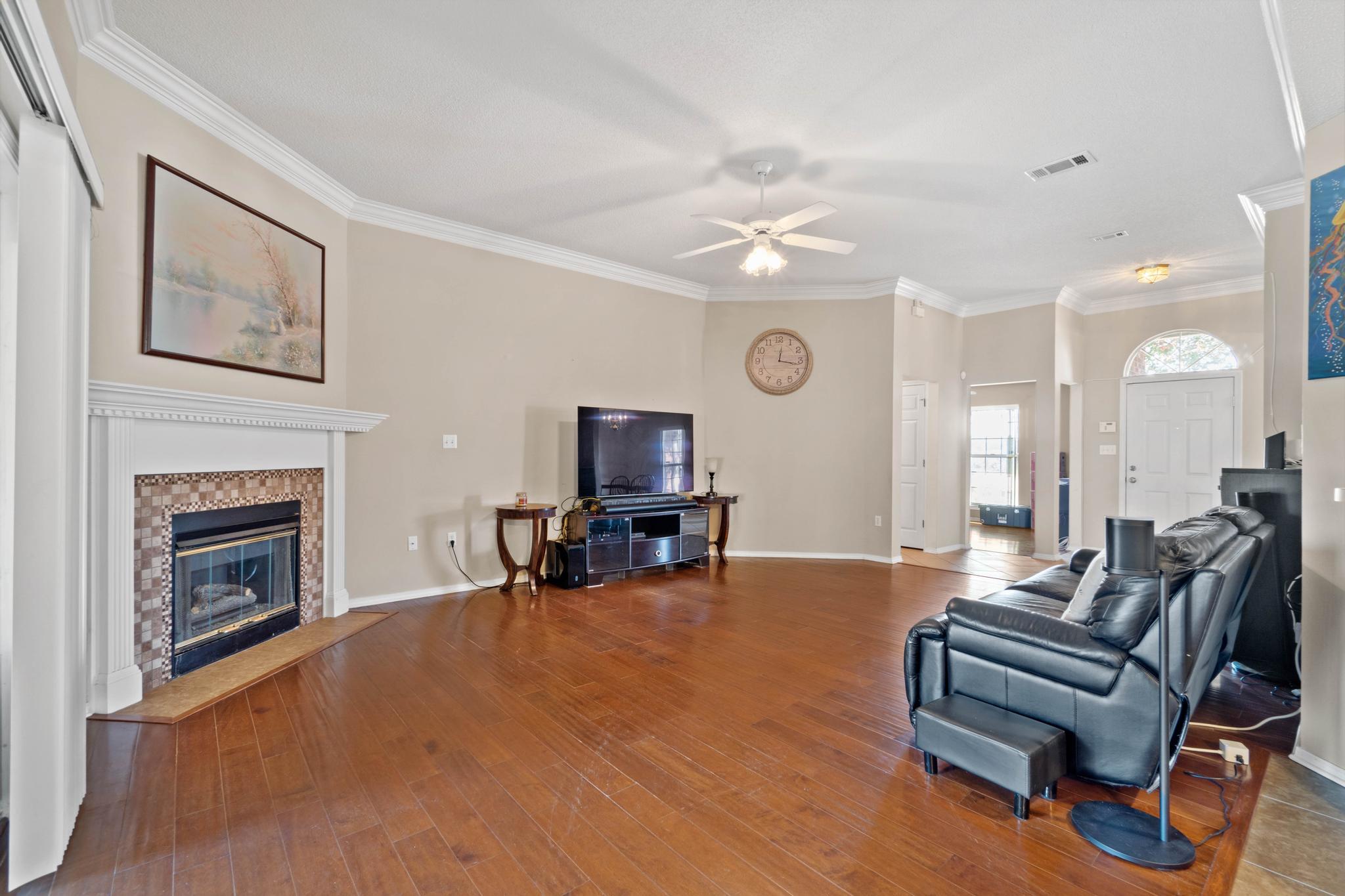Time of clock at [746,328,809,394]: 12:16
